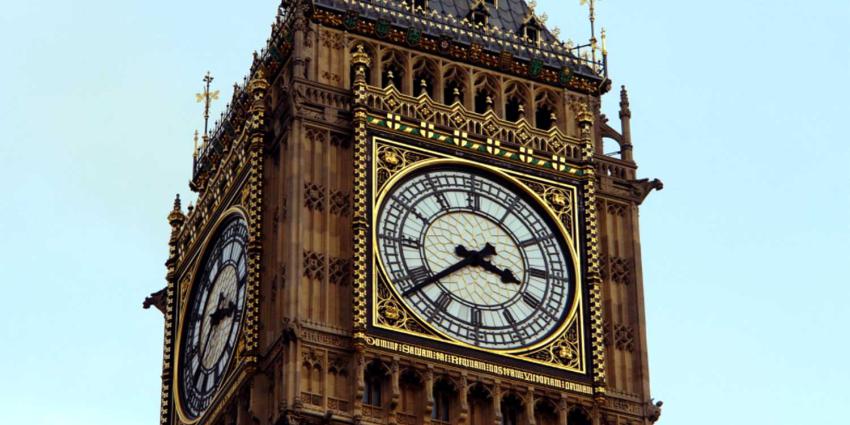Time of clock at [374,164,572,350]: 3:38
